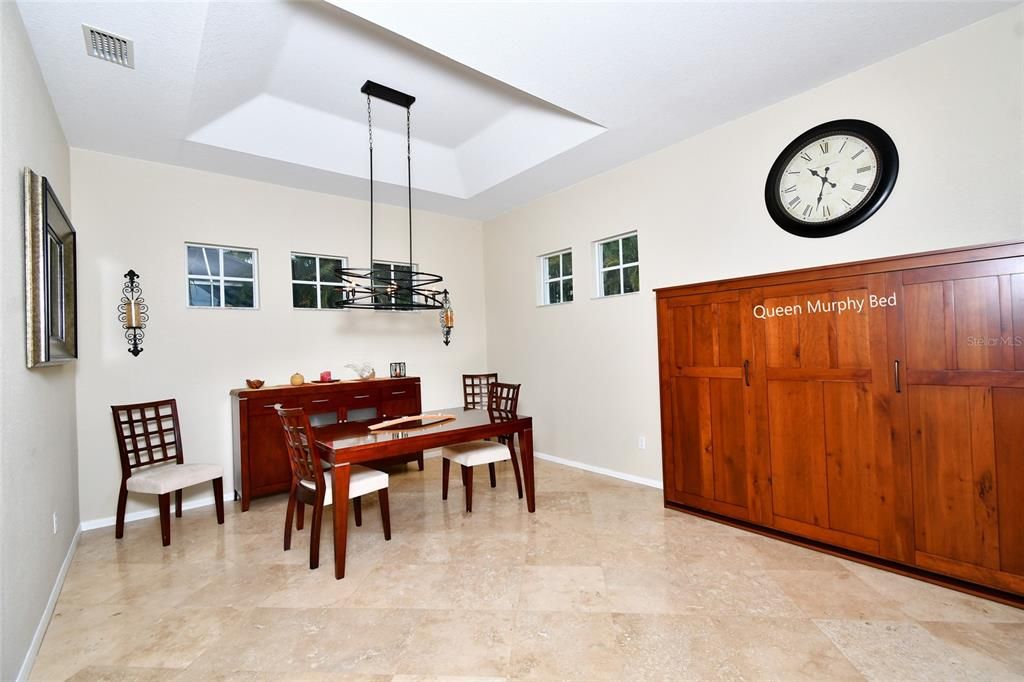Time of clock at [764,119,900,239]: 10:32
